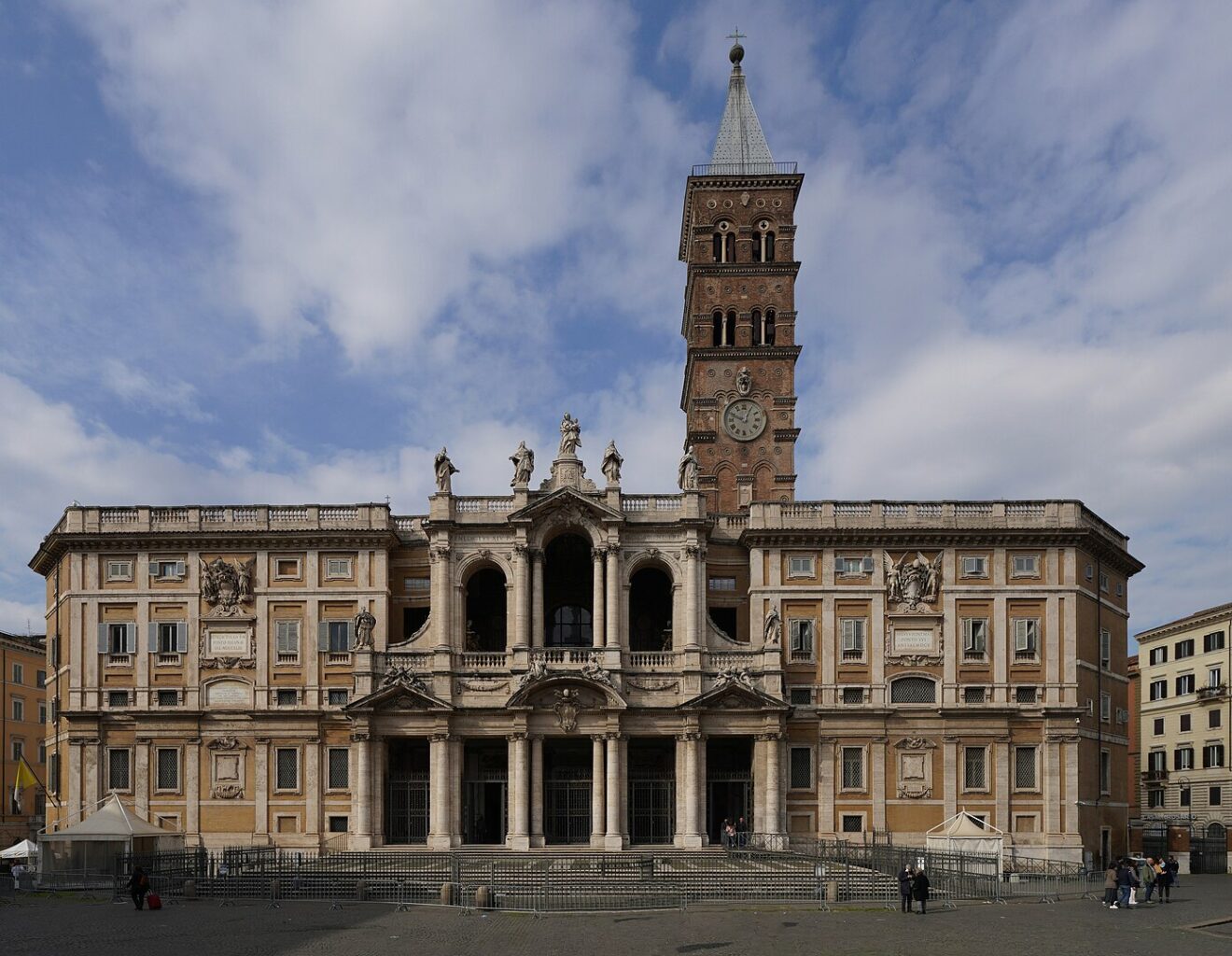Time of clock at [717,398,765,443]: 12:48
